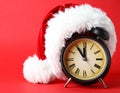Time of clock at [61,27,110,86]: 11:54
